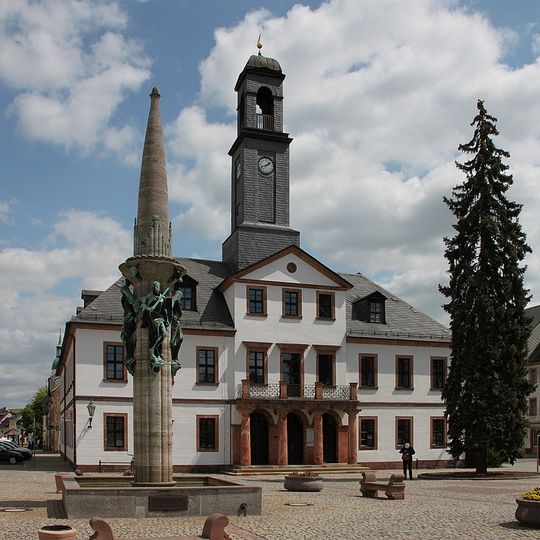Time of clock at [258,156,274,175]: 1:41
